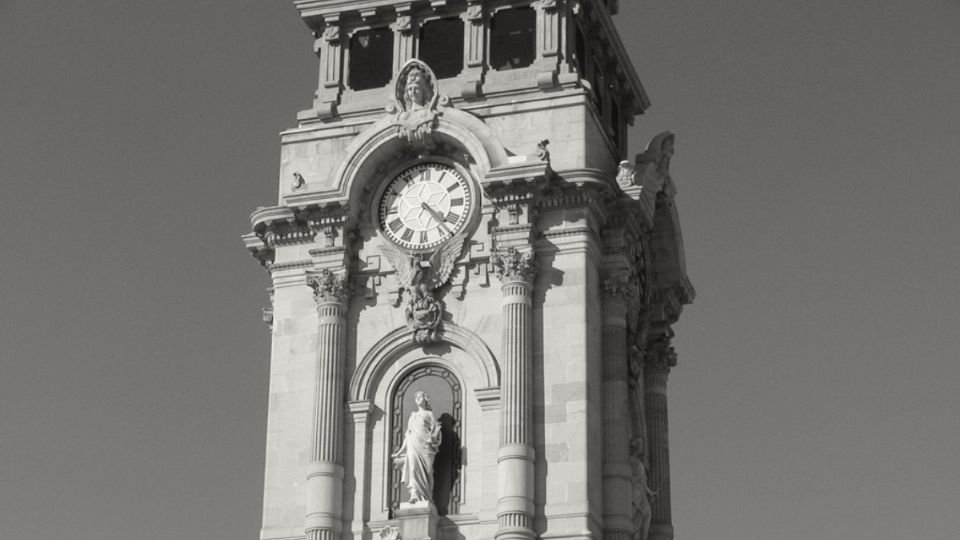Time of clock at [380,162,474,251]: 4:22
